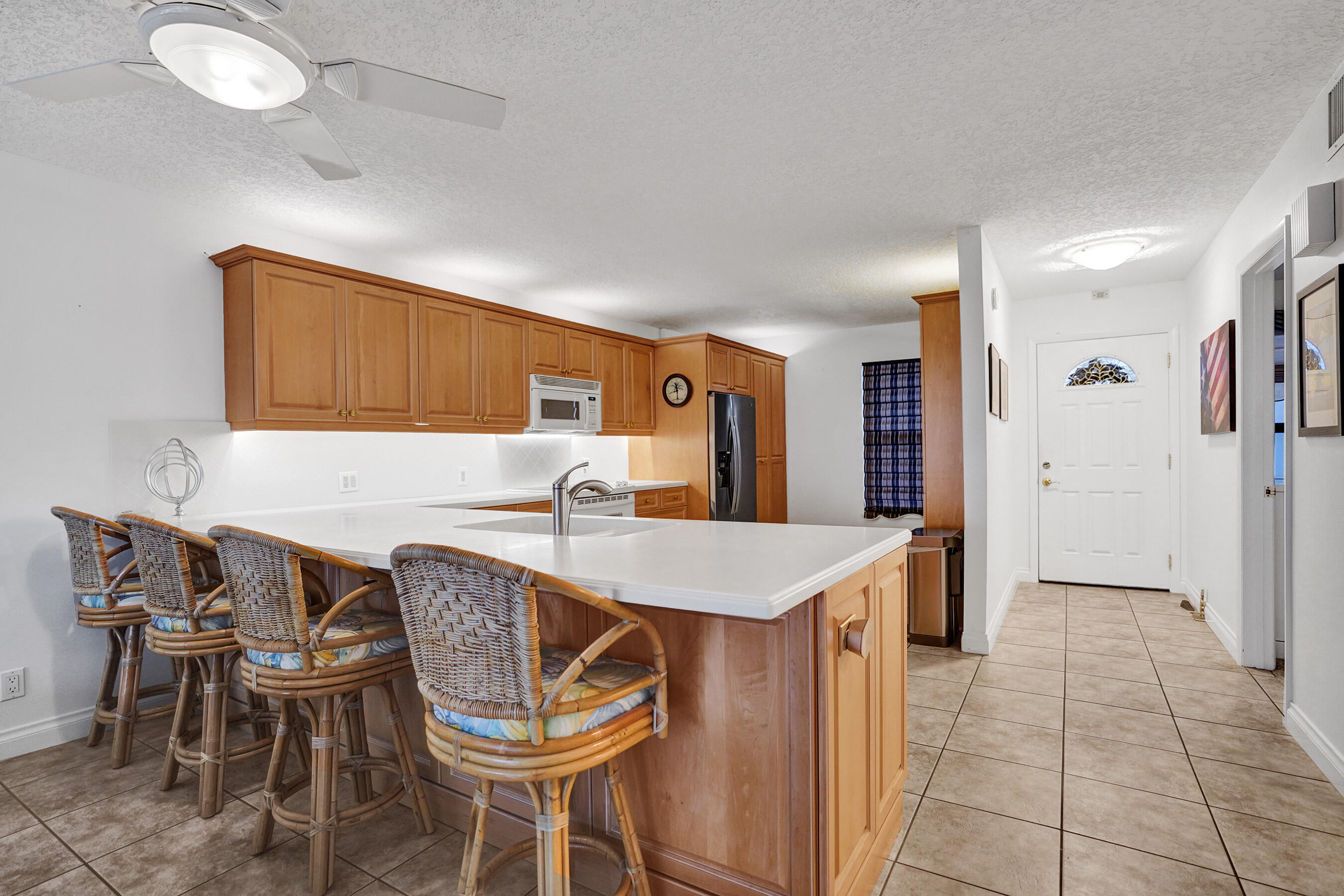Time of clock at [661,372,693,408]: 11:29
